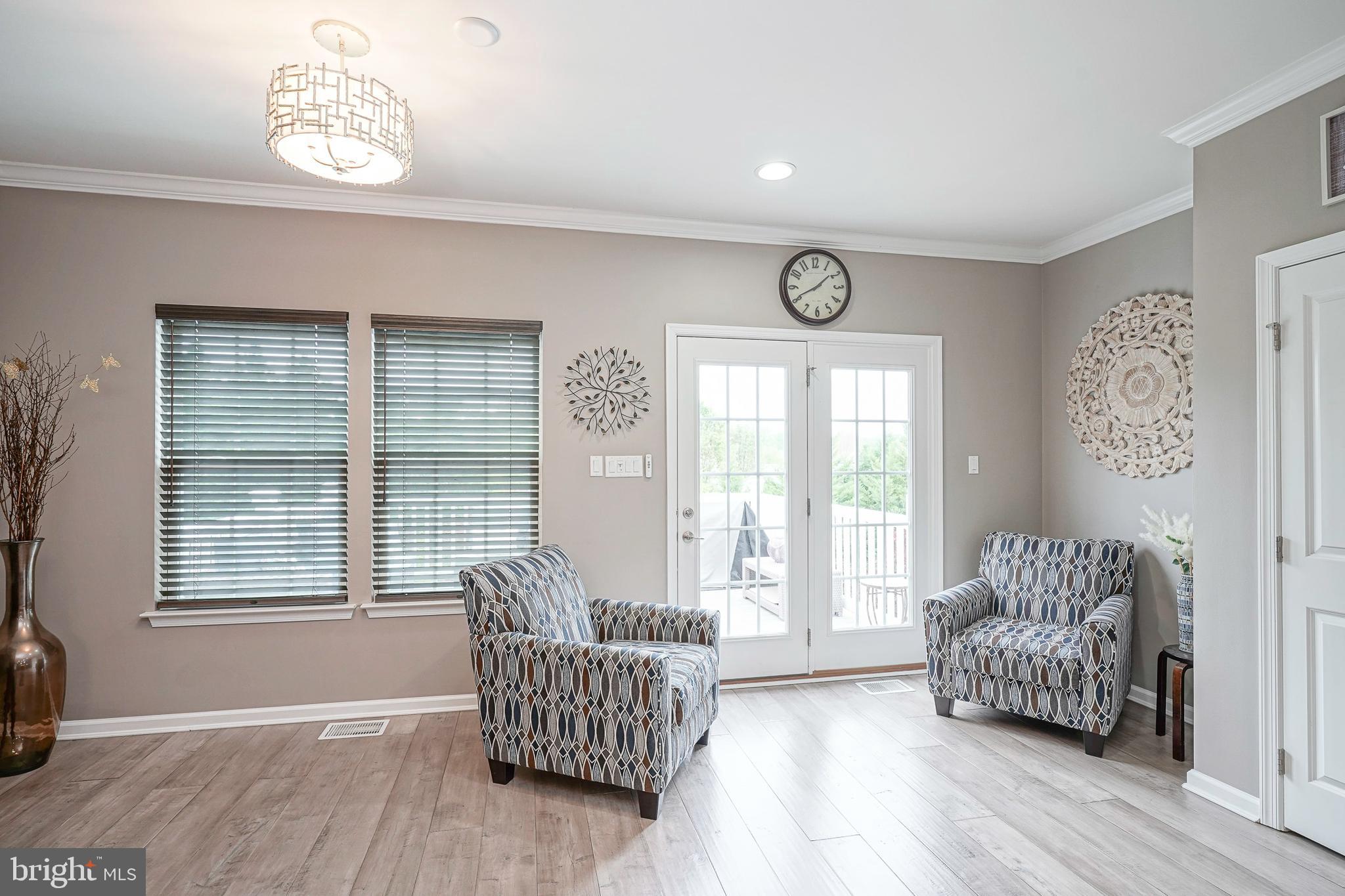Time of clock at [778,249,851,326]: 1:40
